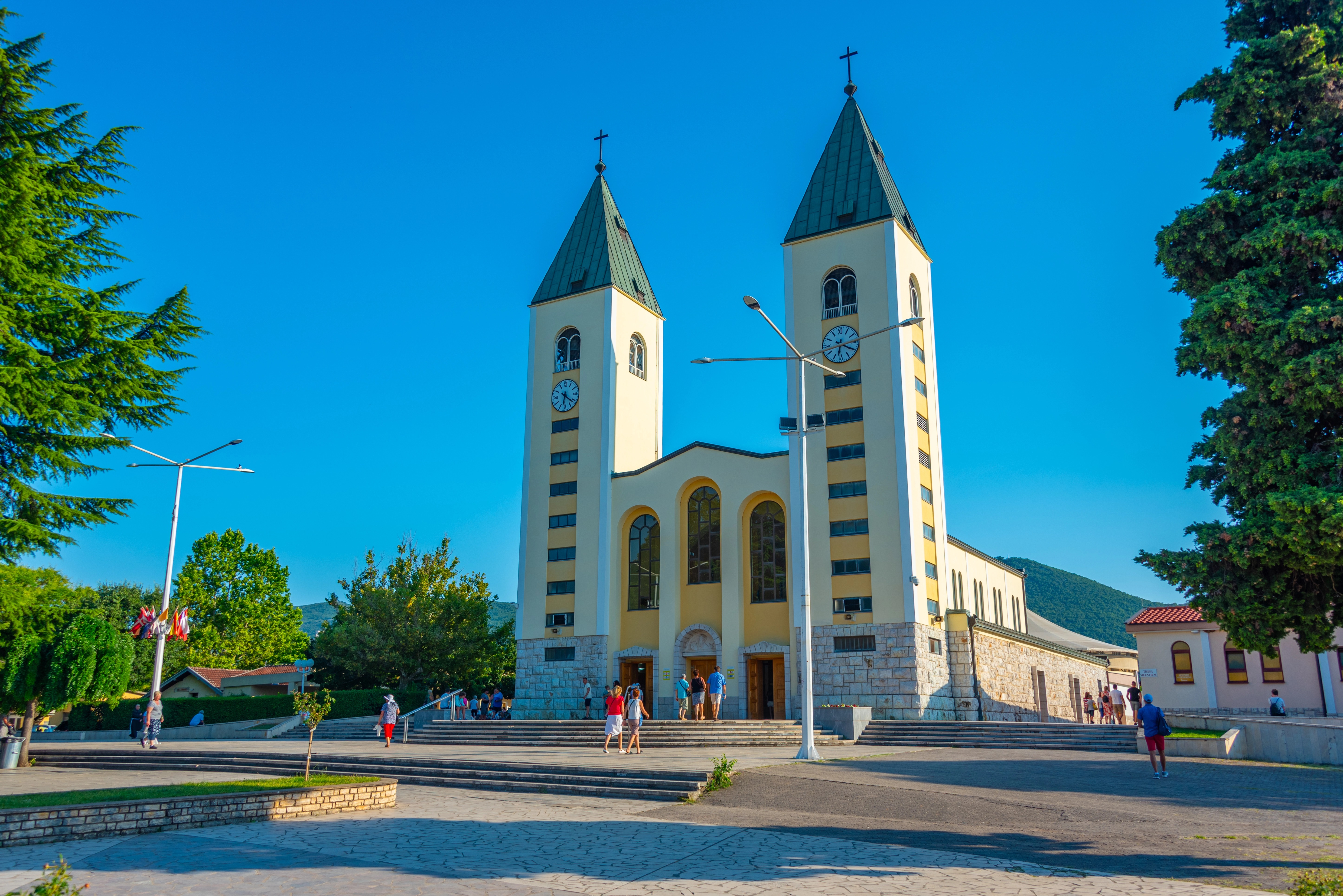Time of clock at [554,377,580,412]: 6:21
